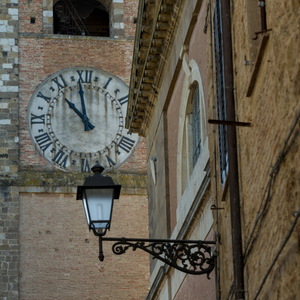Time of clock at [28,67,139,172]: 11:52
